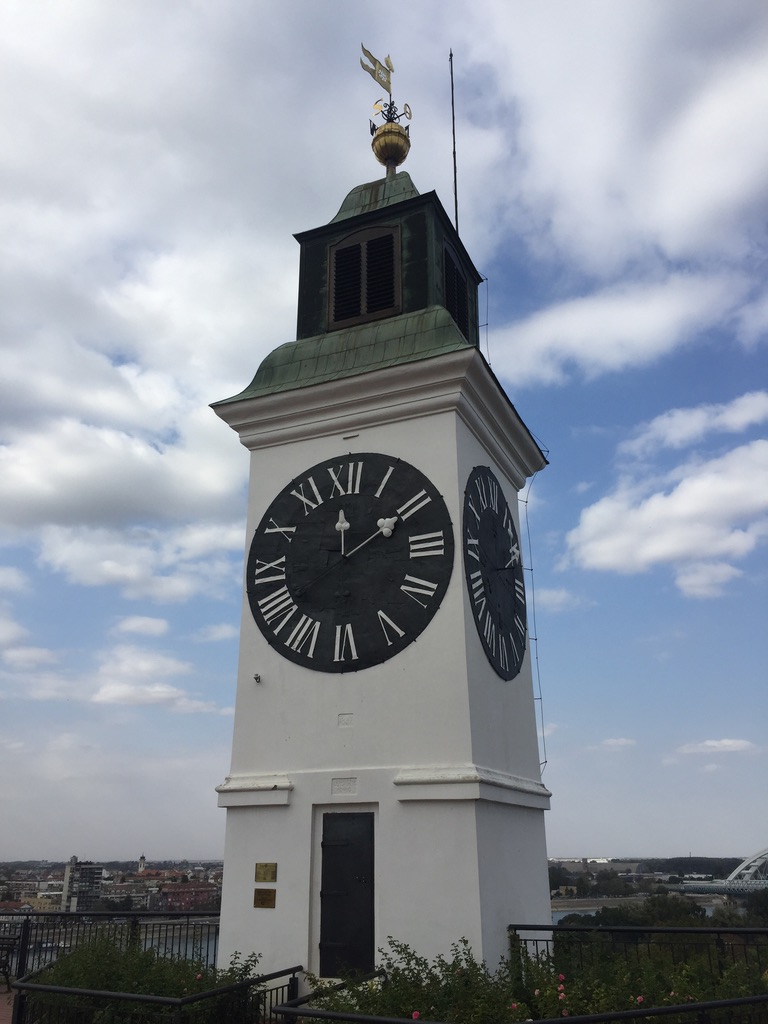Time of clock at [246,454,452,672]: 12:09
